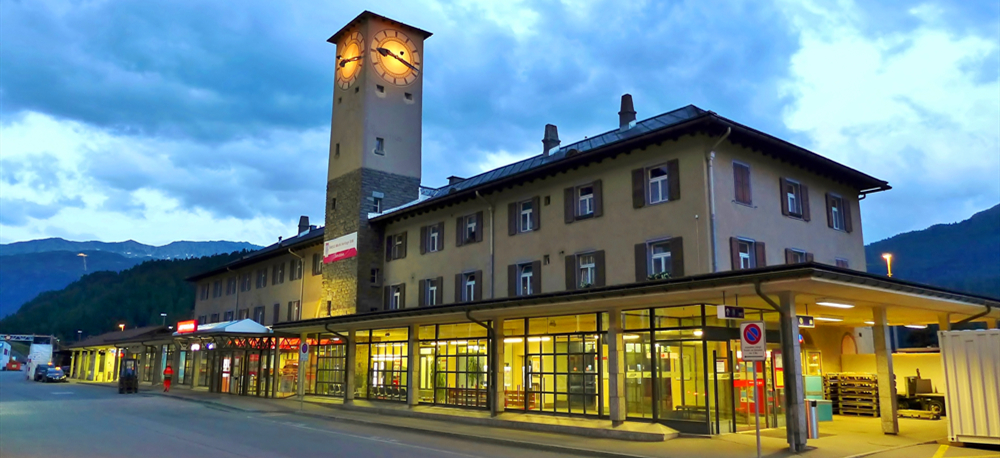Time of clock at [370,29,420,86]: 9:17
